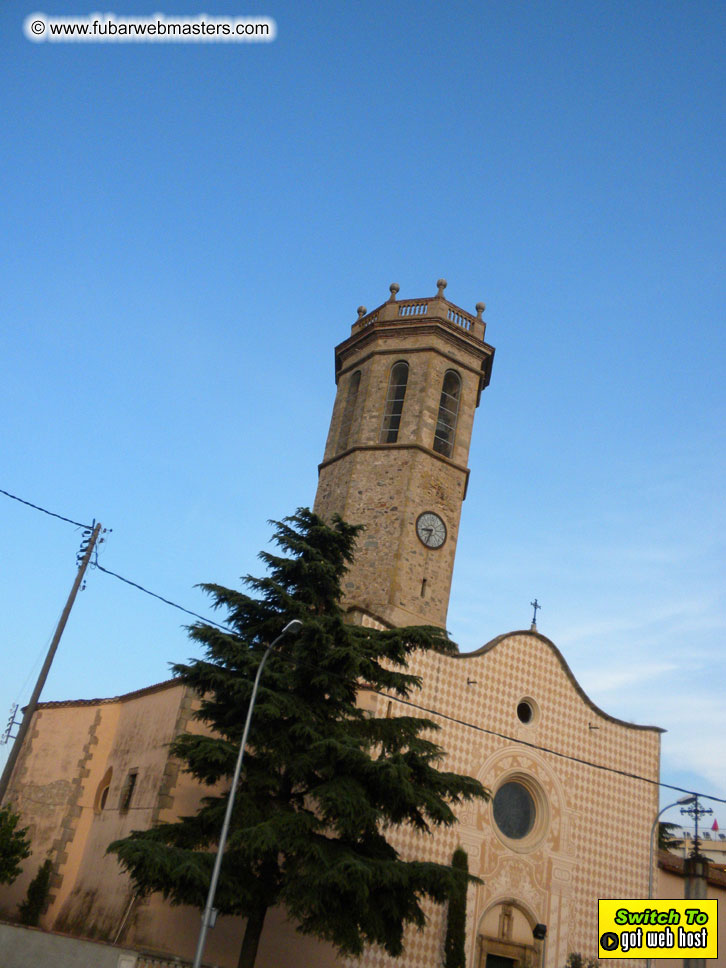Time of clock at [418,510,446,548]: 8:34
